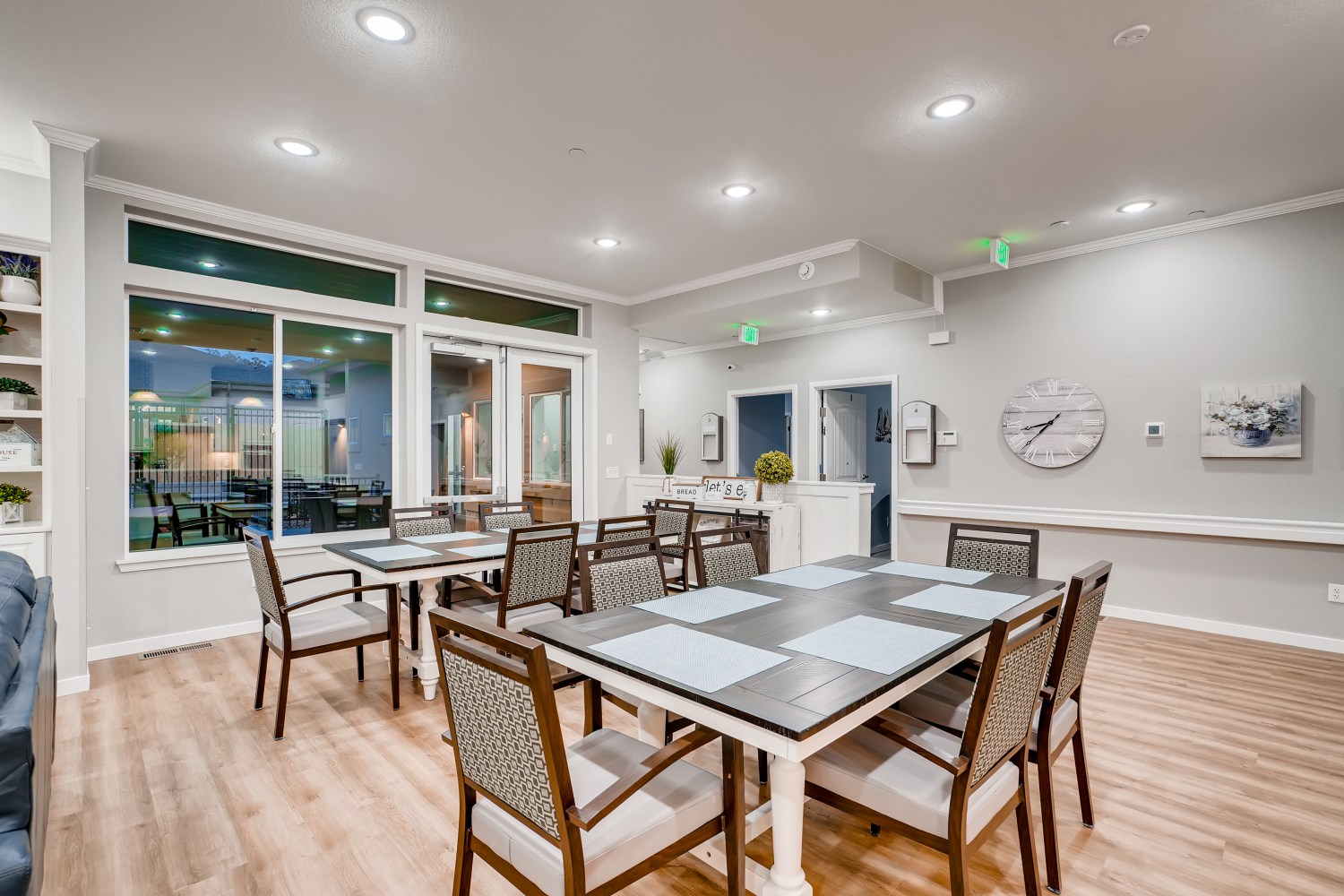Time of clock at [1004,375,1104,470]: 8:37
